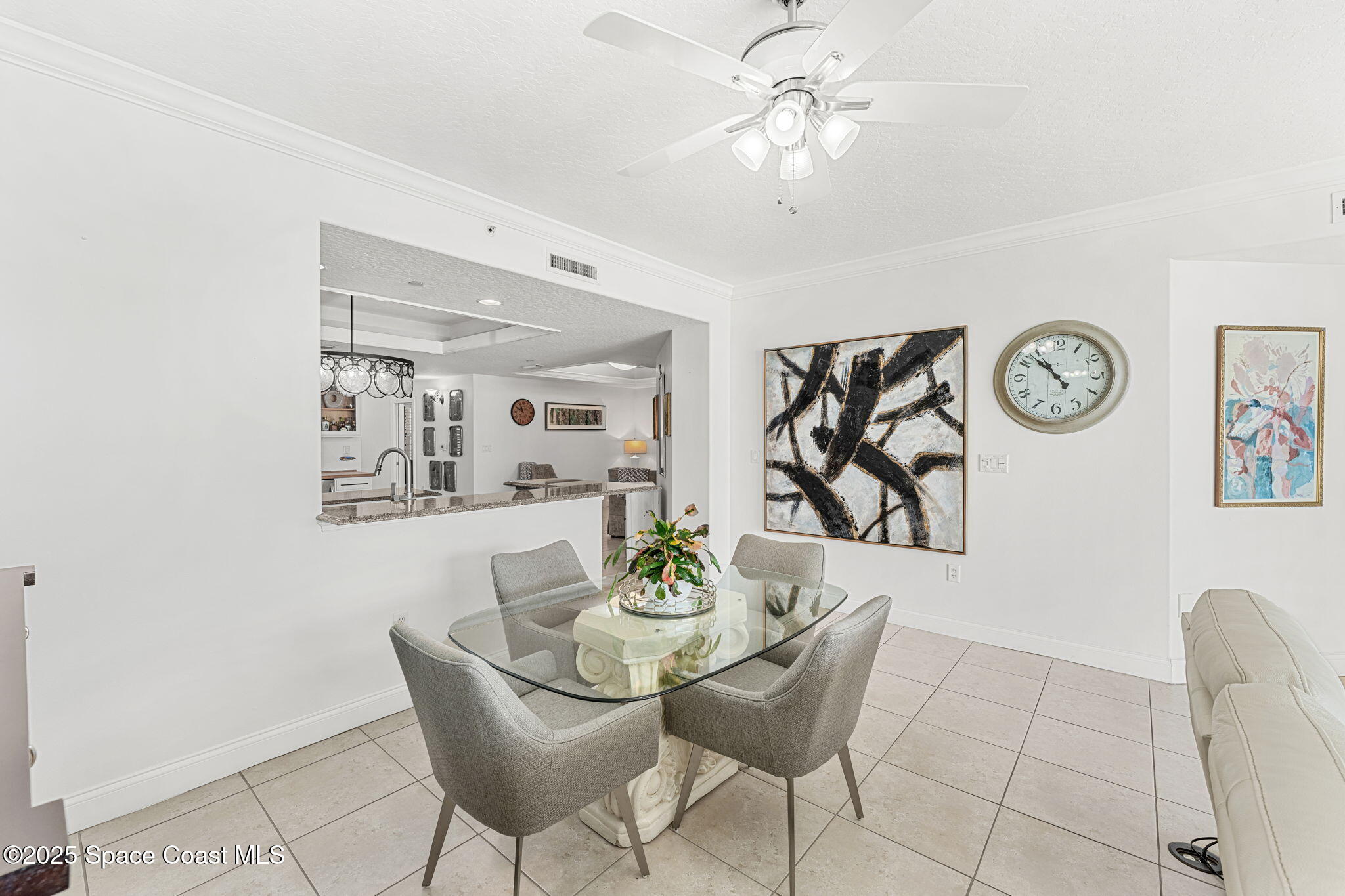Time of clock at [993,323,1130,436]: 10:53
